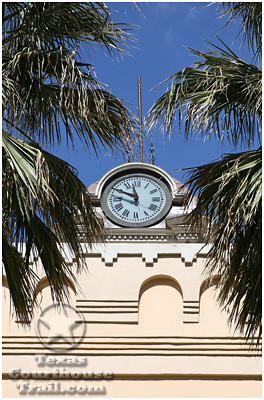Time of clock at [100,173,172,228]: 9:57
